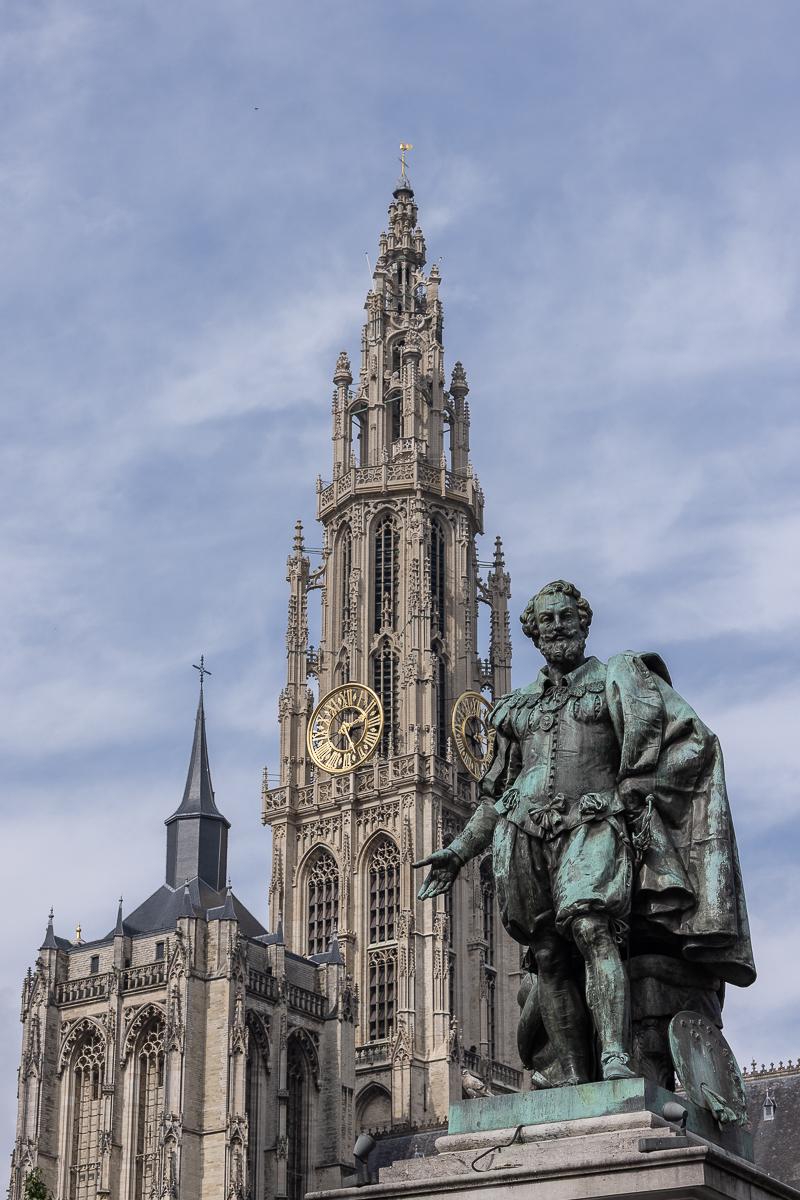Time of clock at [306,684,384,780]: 2:24
